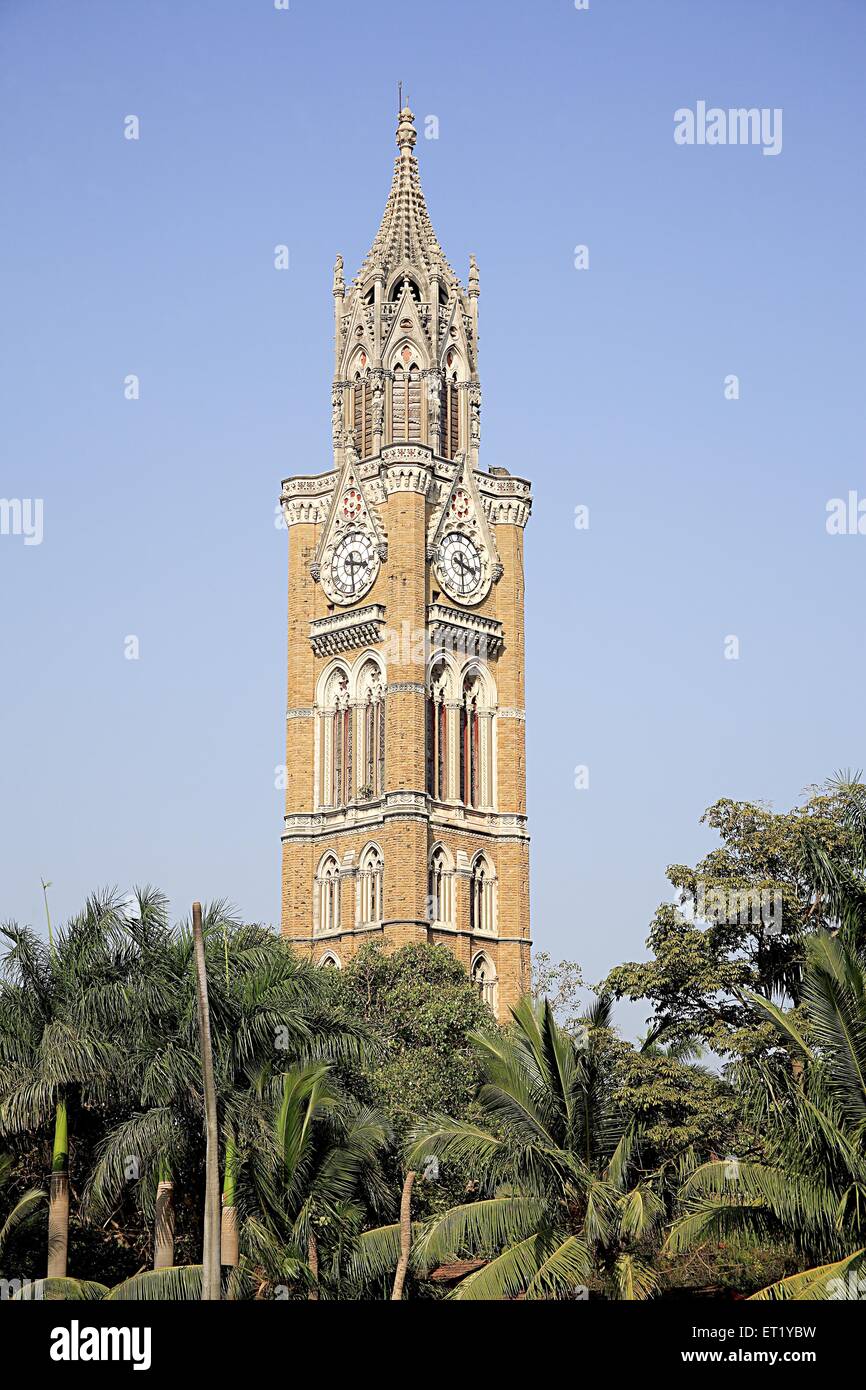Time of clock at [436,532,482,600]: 3:29
